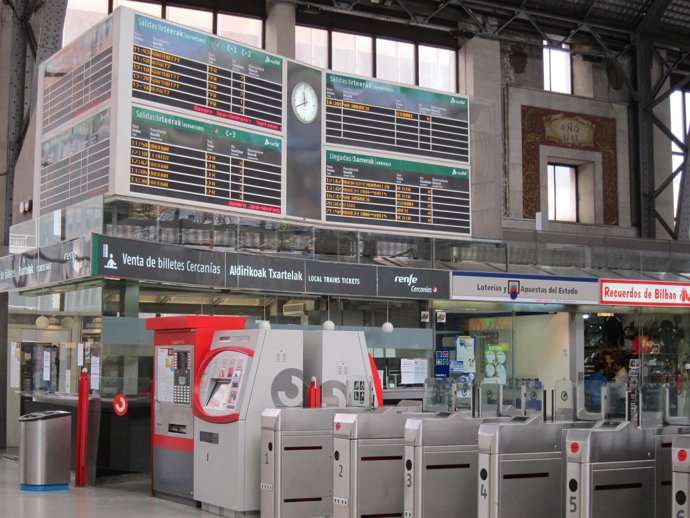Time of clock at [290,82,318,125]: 11:41
